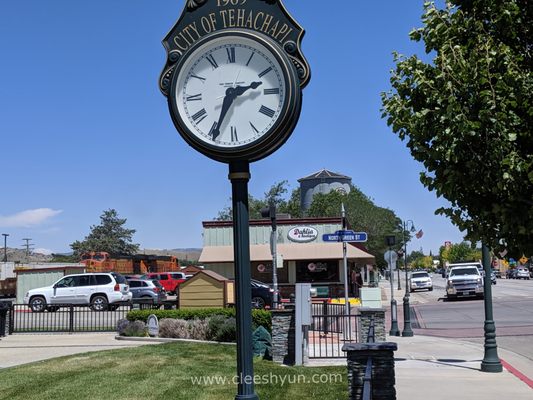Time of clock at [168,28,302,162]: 2:34
